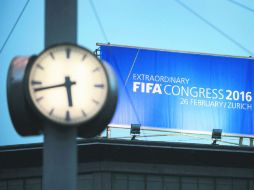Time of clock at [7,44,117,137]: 5:42
